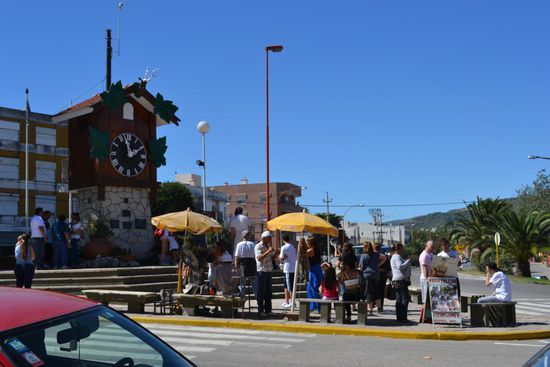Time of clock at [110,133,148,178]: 1:58
